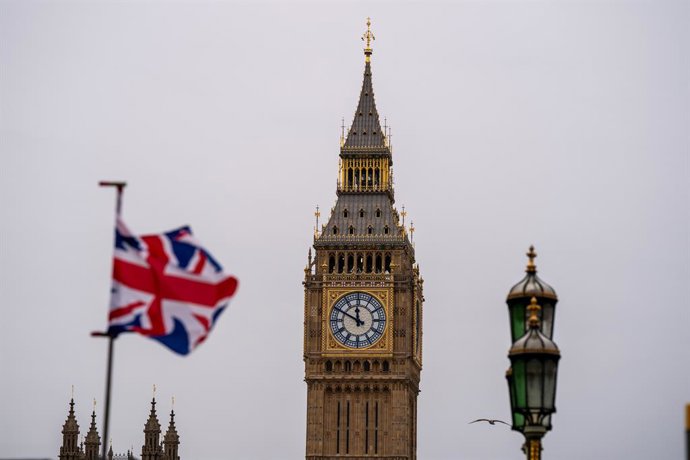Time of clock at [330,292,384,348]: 11:49
